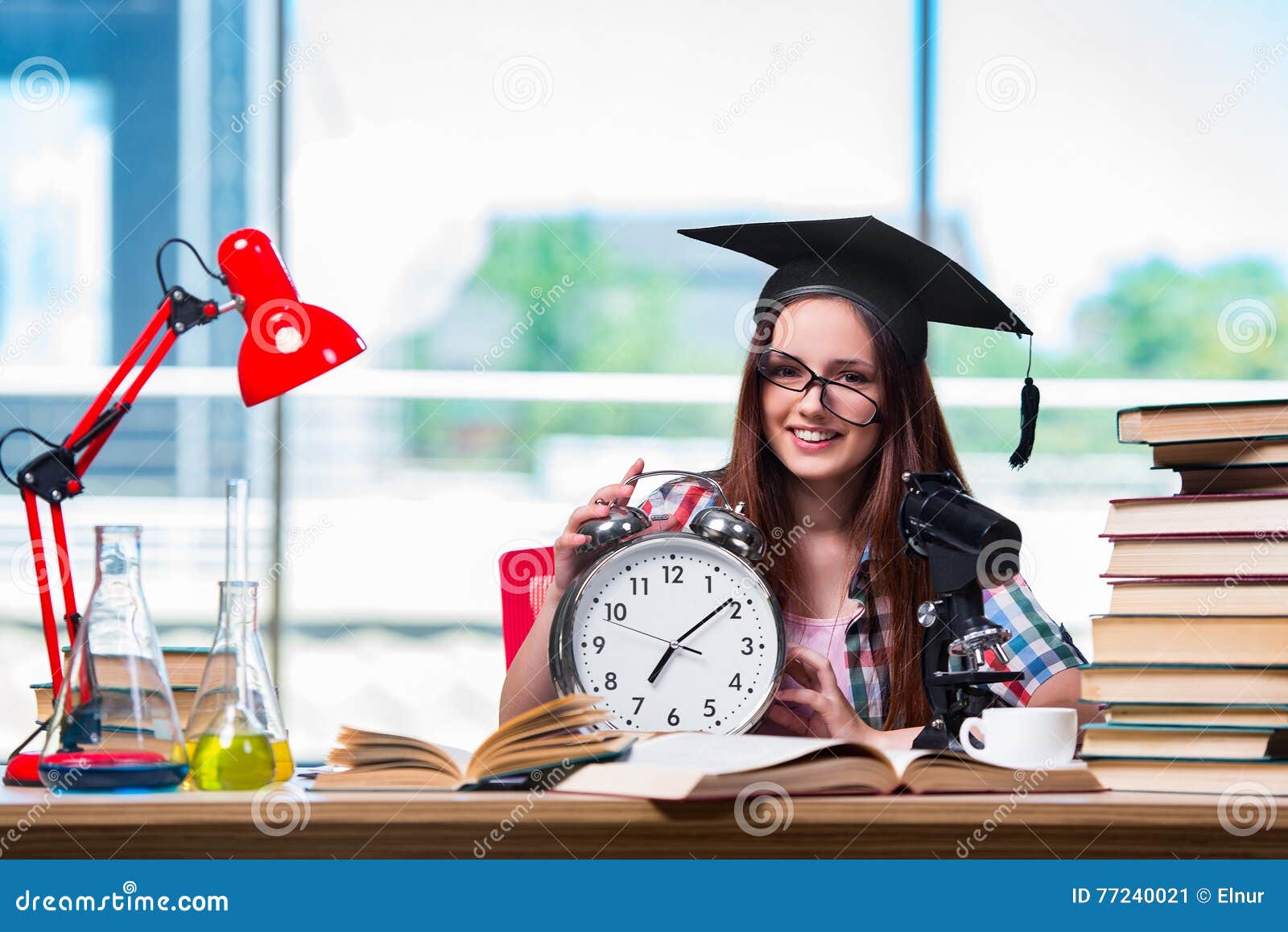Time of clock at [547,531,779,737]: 7:08
